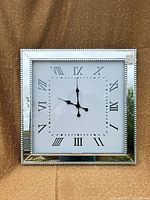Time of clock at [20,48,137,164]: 11:48
